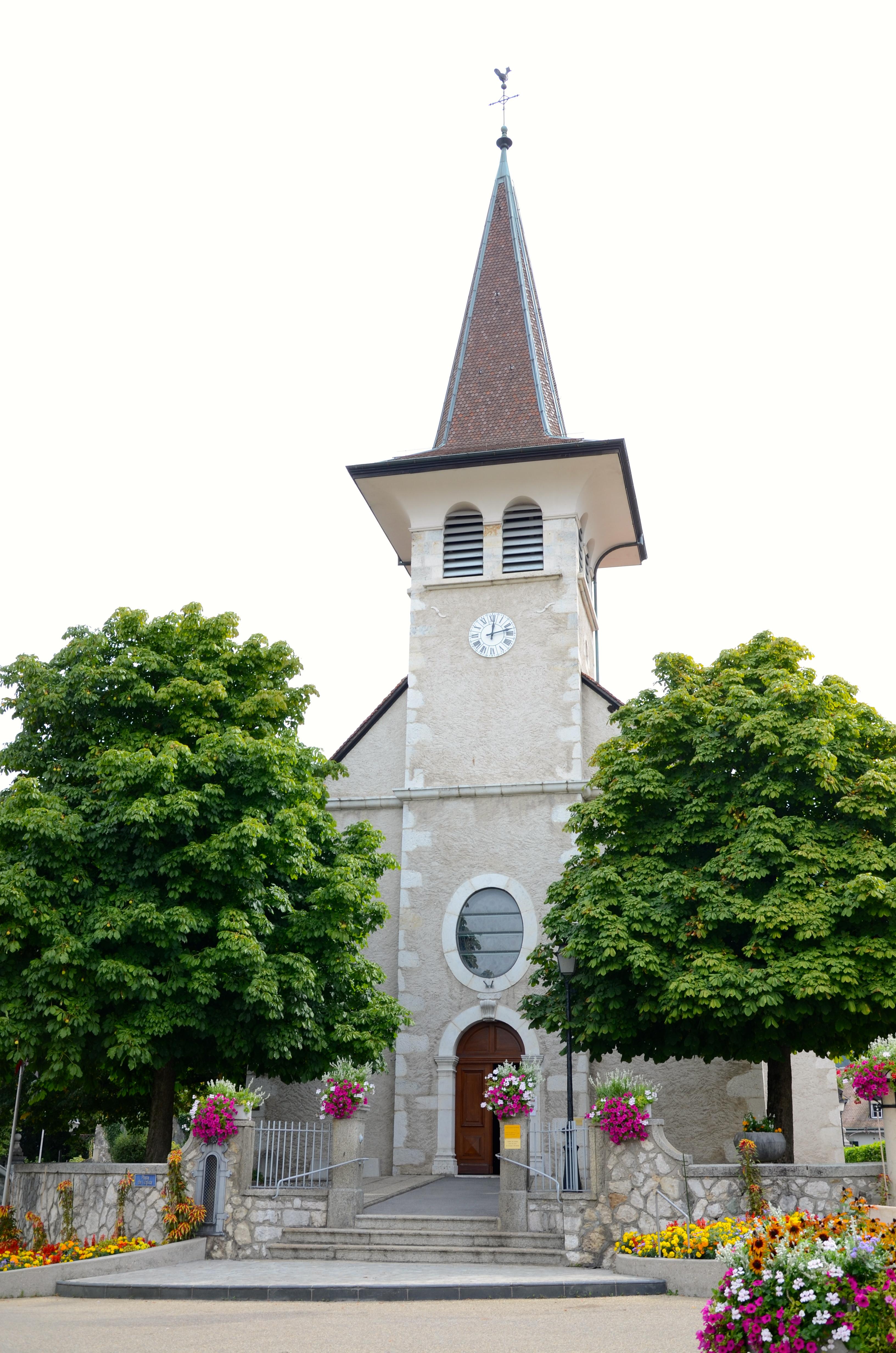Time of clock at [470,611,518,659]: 12:12
